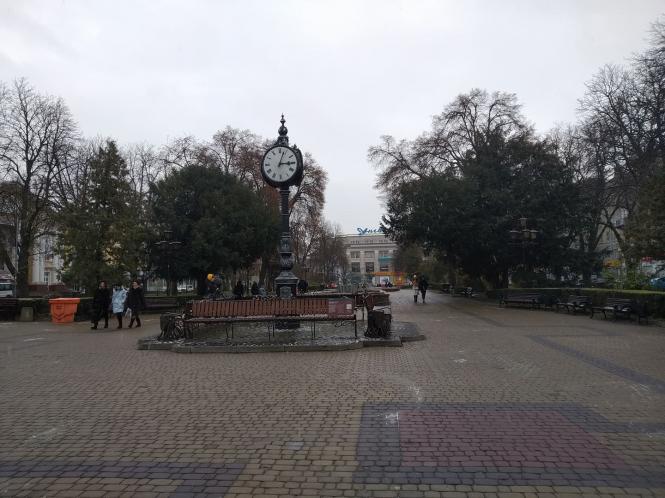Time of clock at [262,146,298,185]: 3:03
